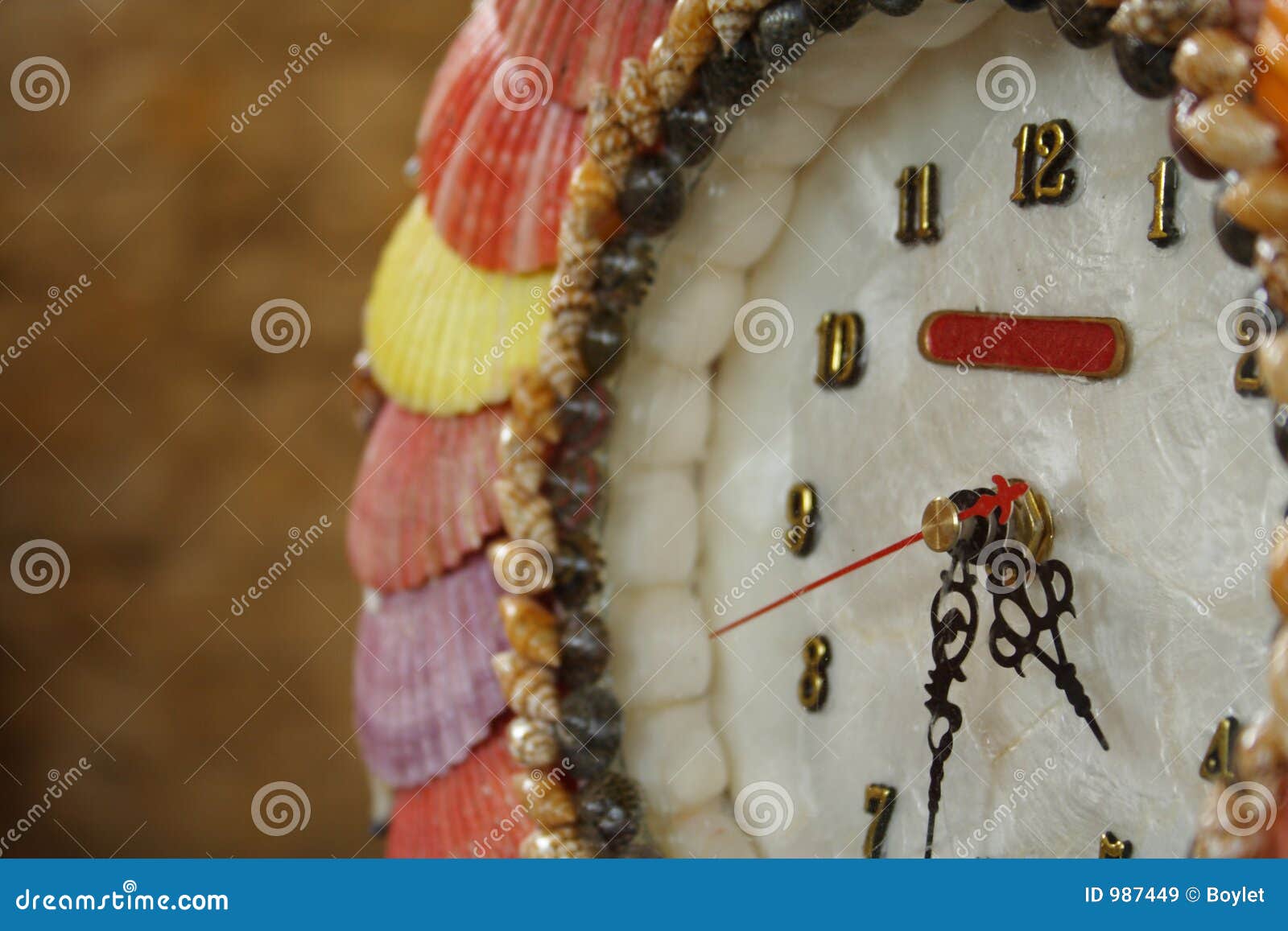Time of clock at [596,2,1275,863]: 4:32
